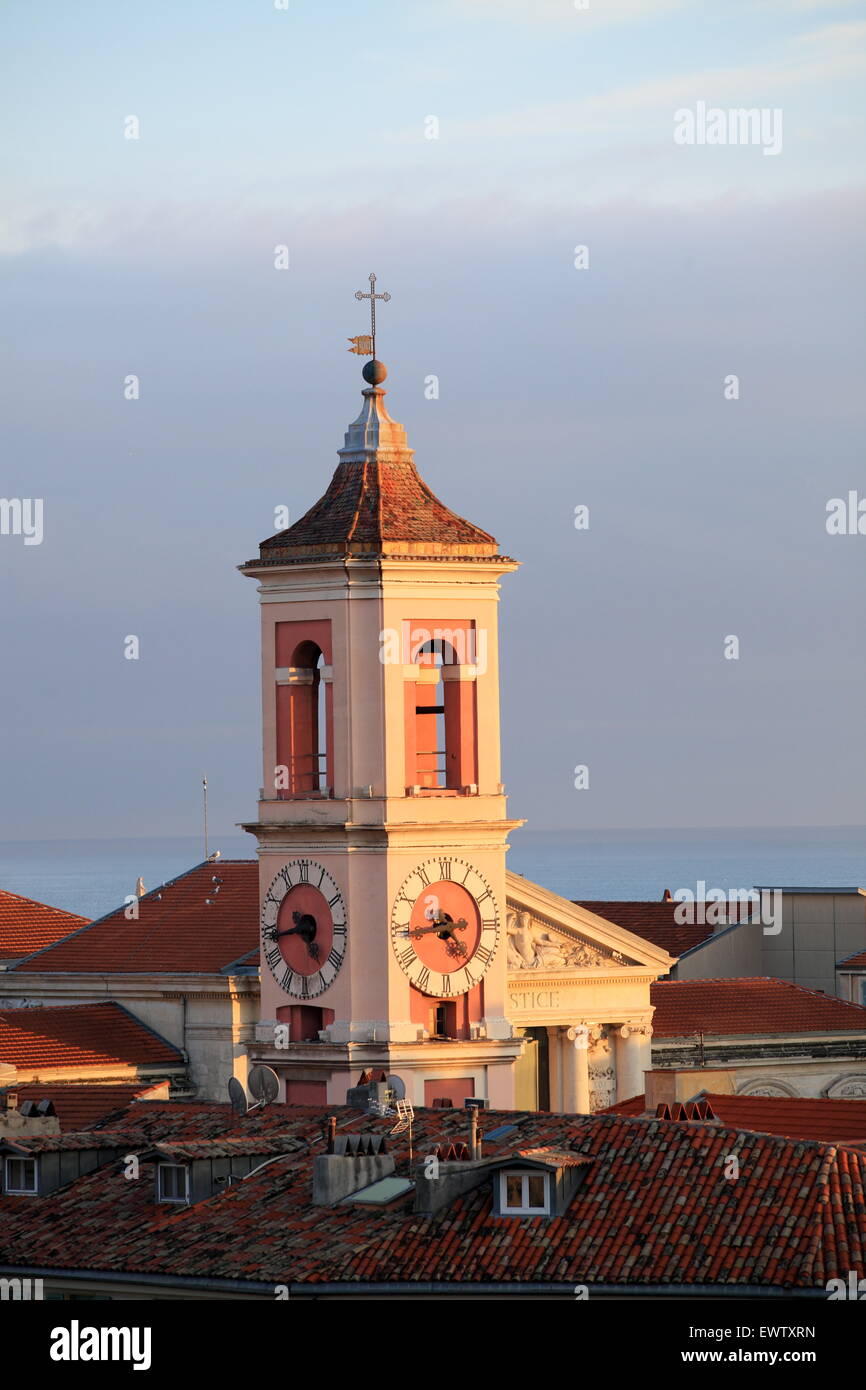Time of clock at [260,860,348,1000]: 4:43
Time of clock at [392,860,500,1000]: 4:43
